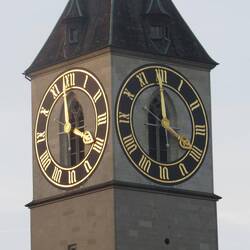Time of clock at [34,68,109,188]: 3:58
